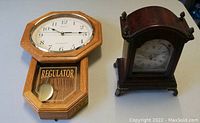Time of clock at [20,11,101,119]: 10:14
